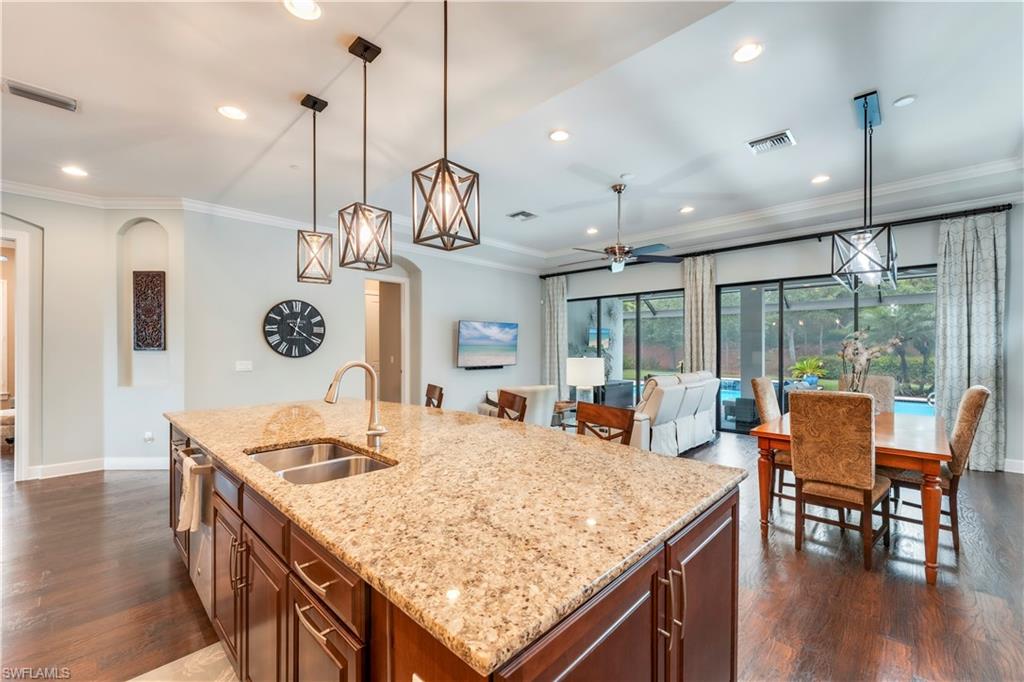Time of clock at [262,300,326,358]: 12:21
